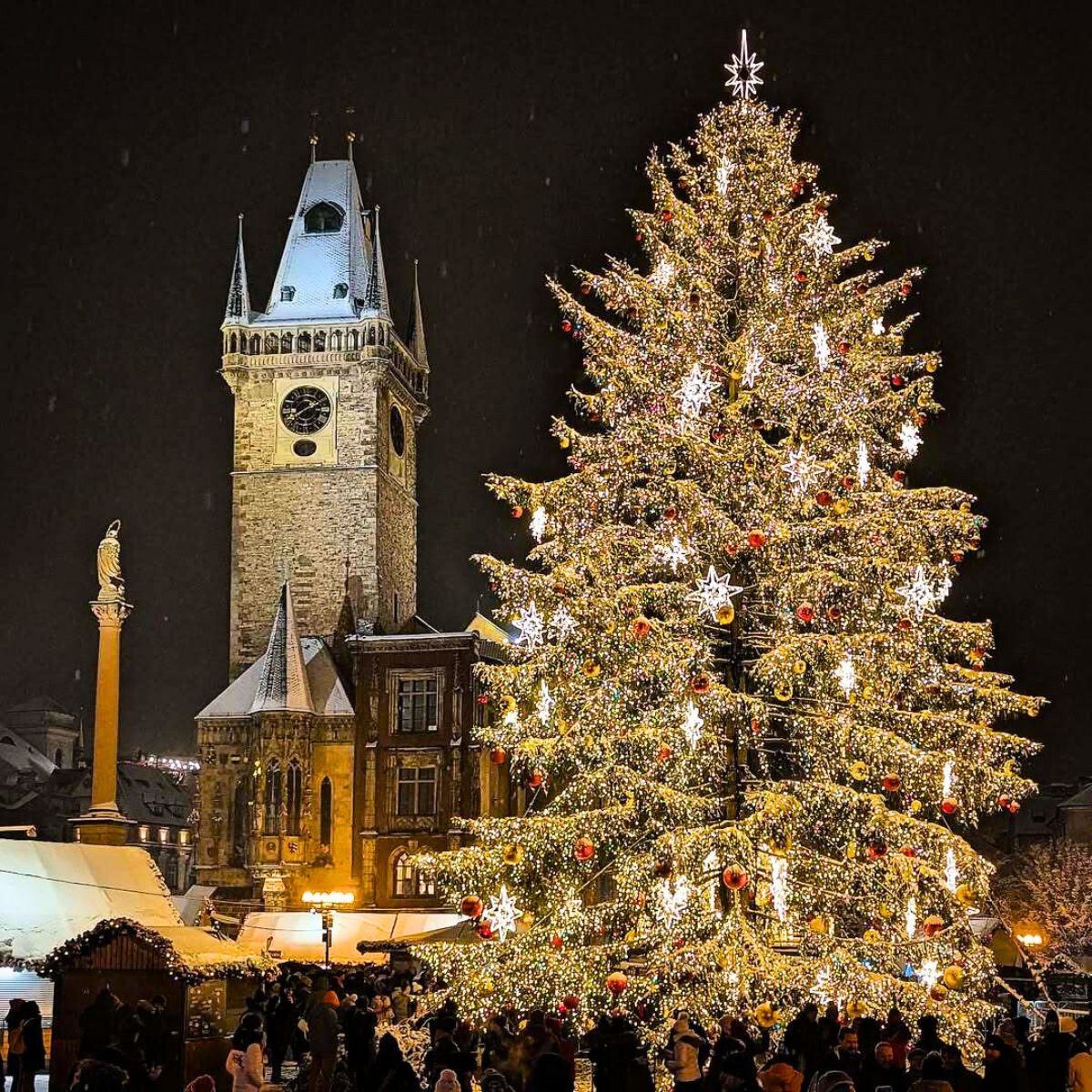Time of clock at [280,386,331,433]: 1:39
